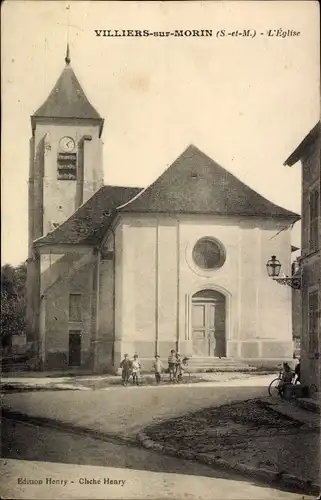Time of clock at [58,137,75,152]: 5:07
